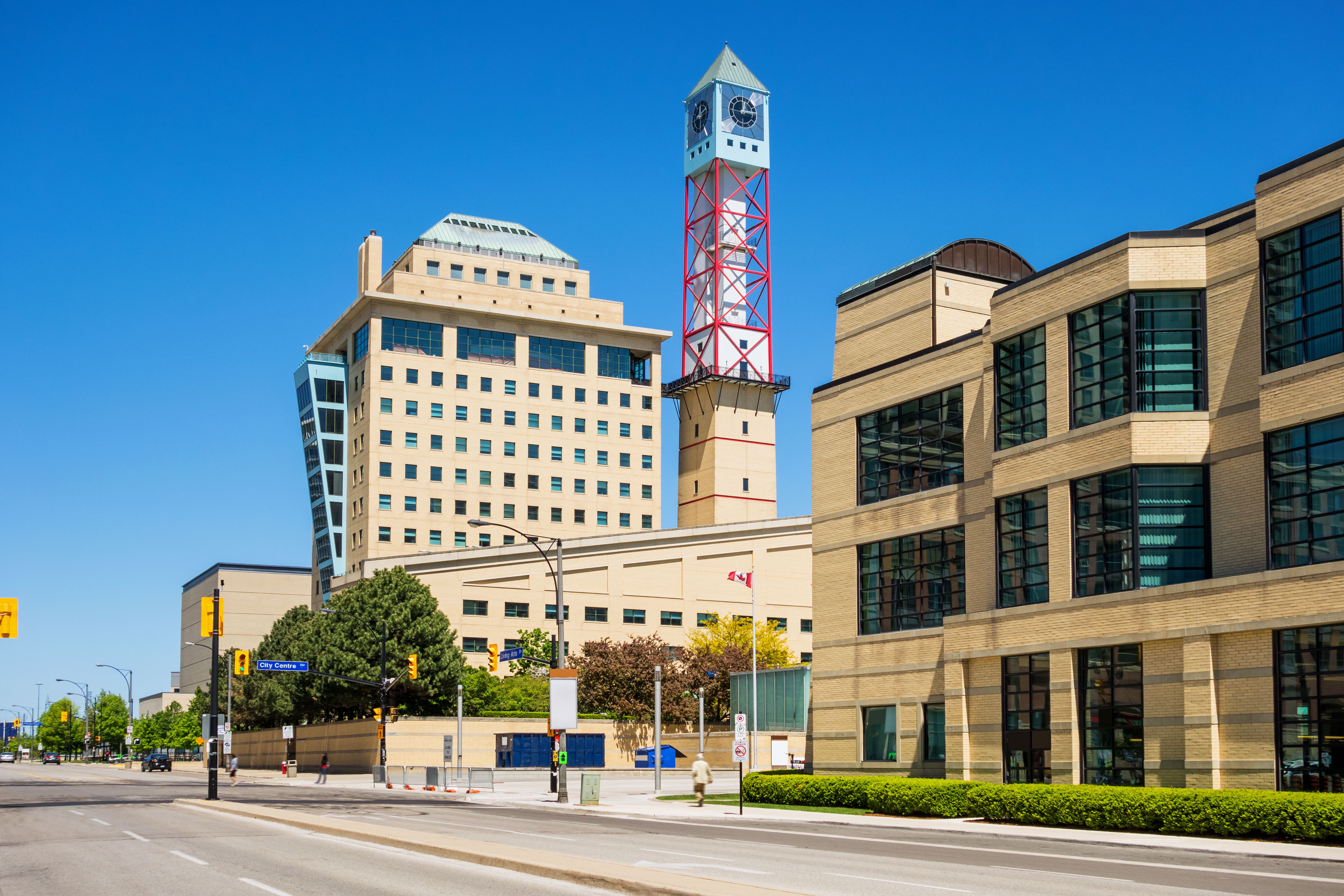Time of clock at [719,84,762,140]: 12:14
